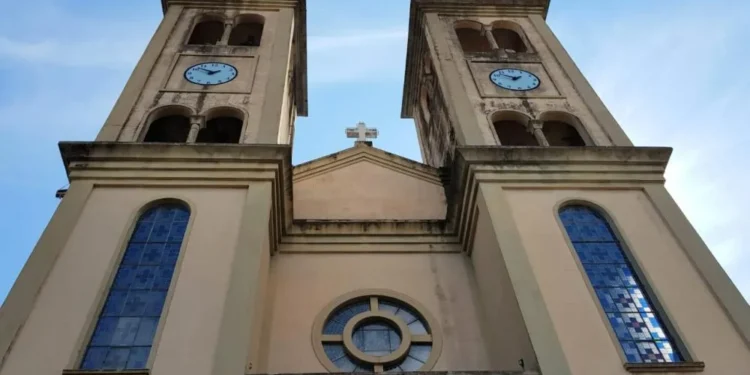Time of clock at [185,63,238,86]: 1:50
